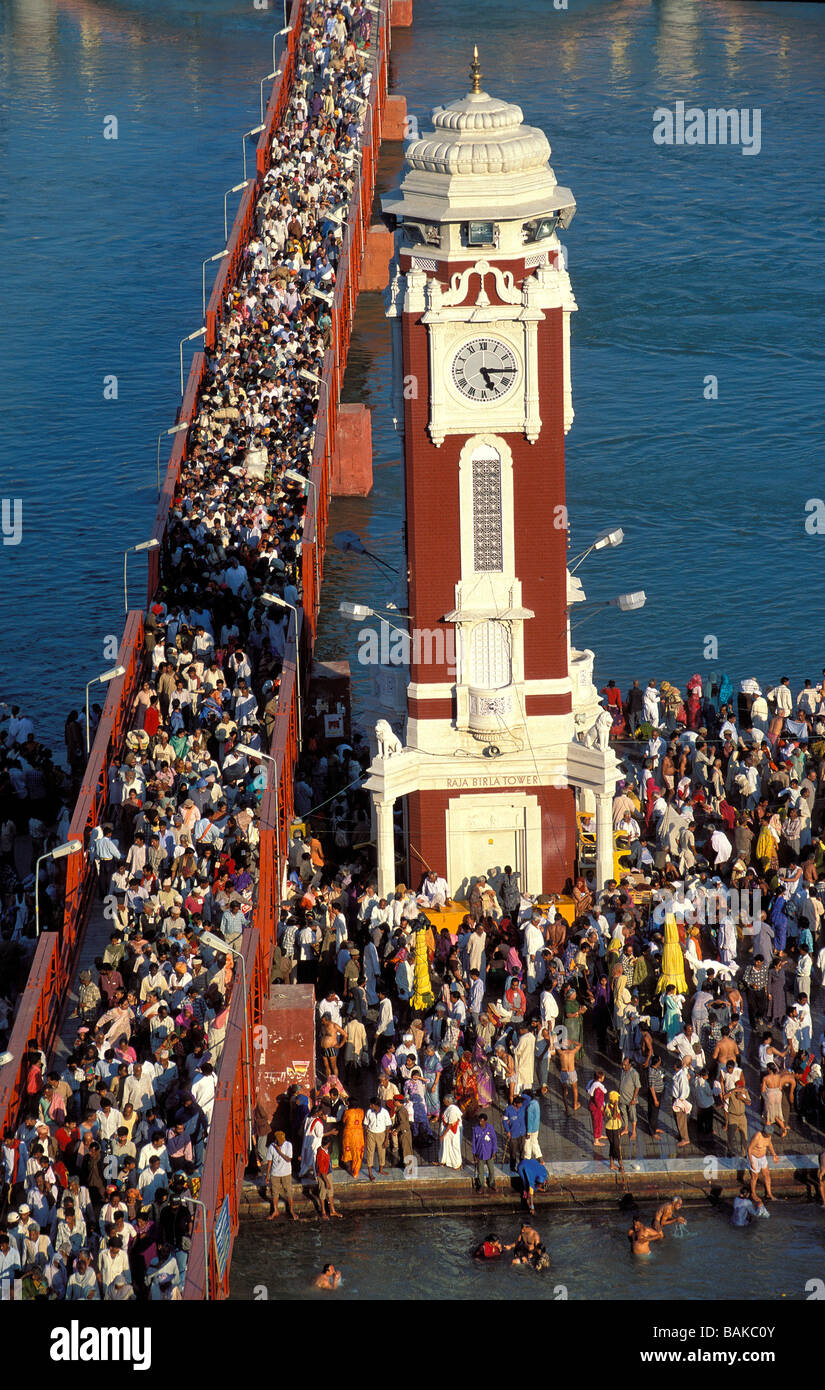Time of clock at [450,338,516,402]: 5:15
